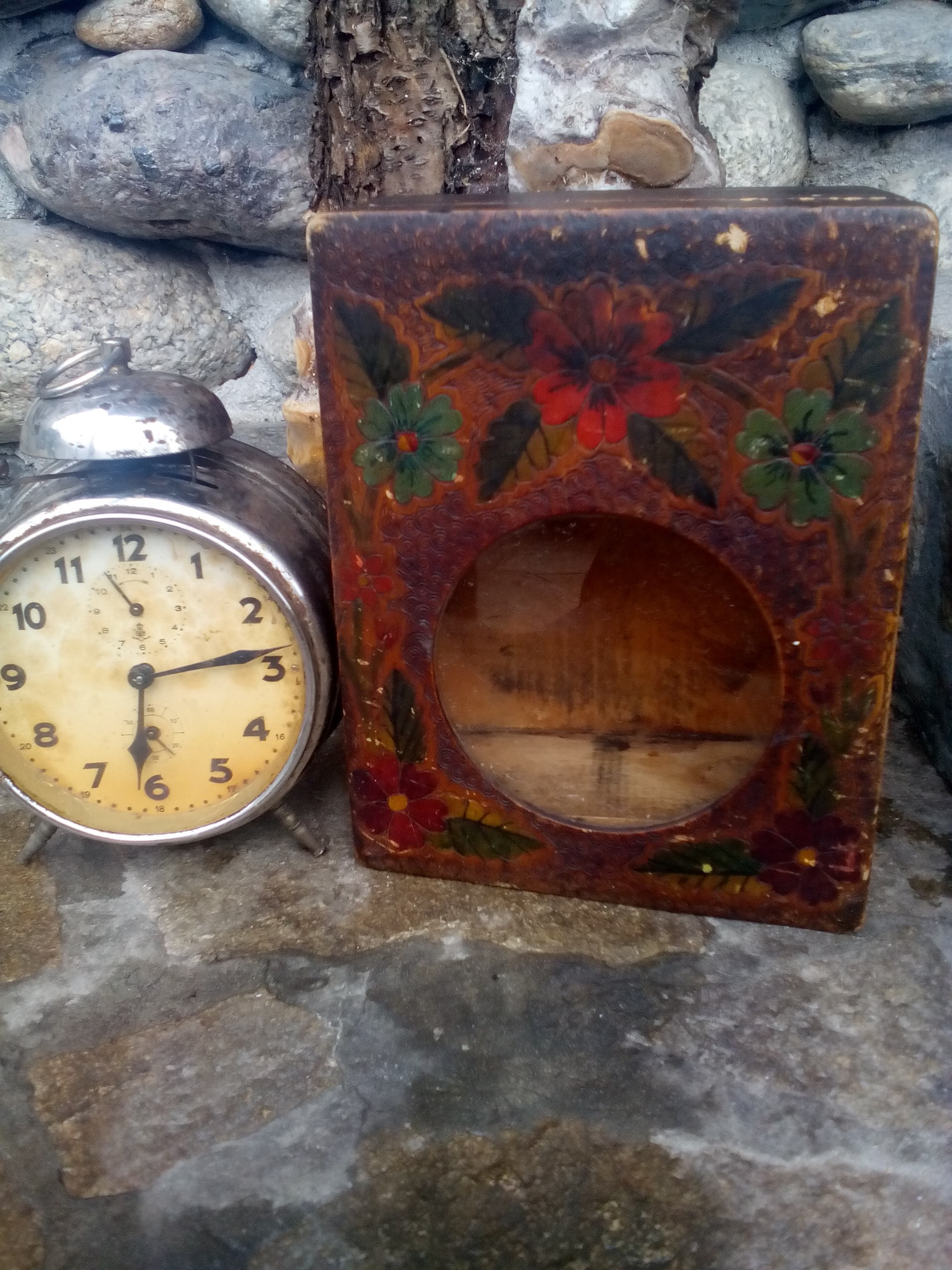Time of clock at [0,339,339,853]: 6:13
